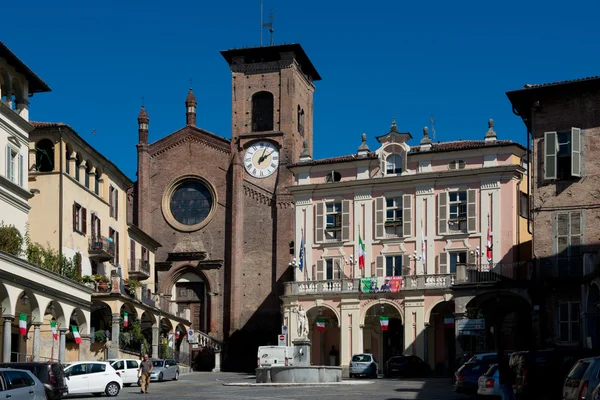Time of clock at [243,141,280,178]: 2:03
